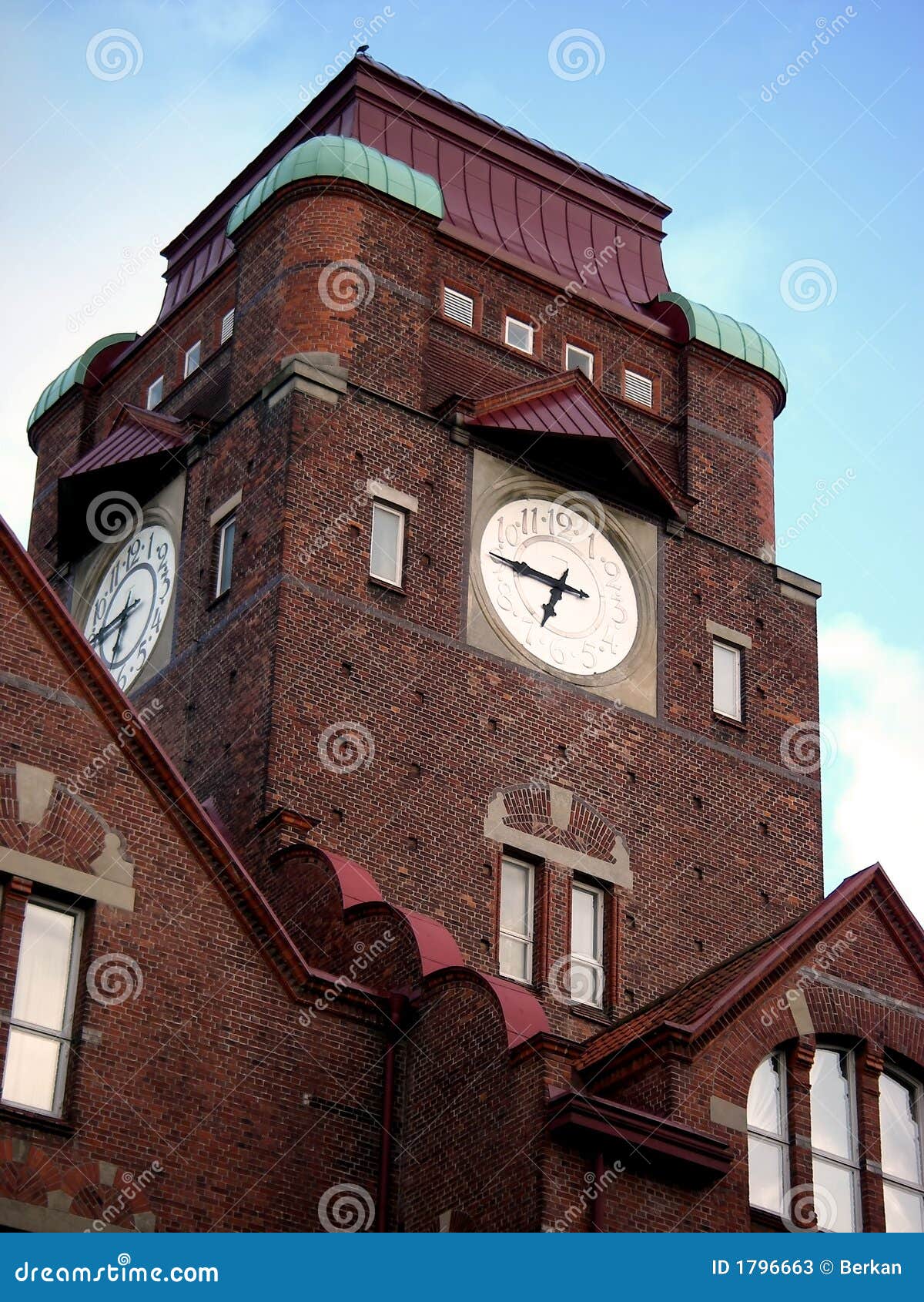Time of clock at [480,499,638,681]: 6:46
